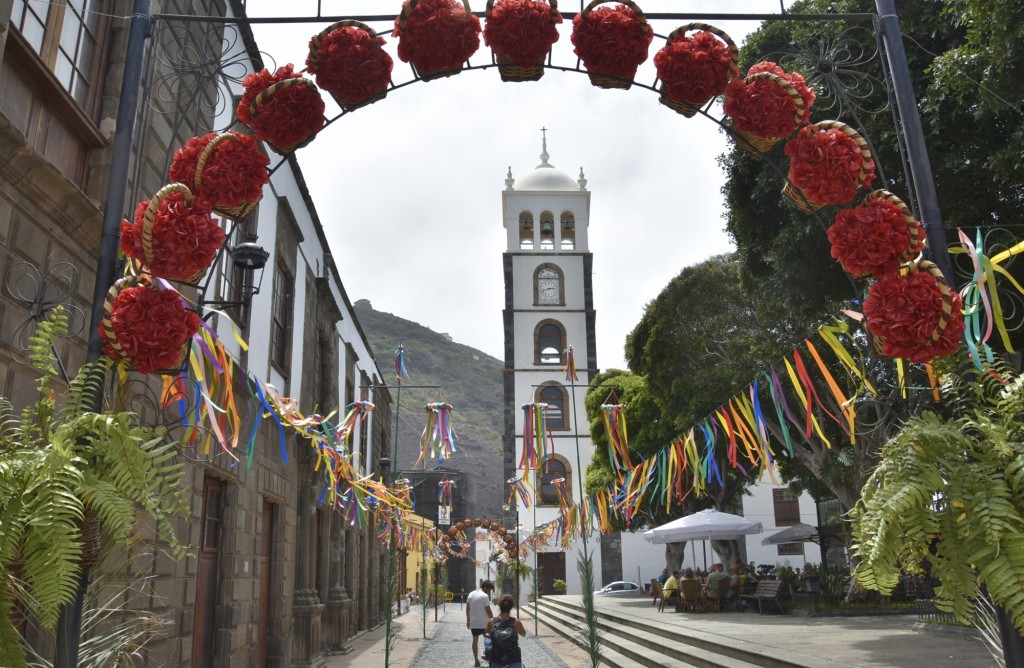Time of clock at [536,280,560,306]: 2:42
